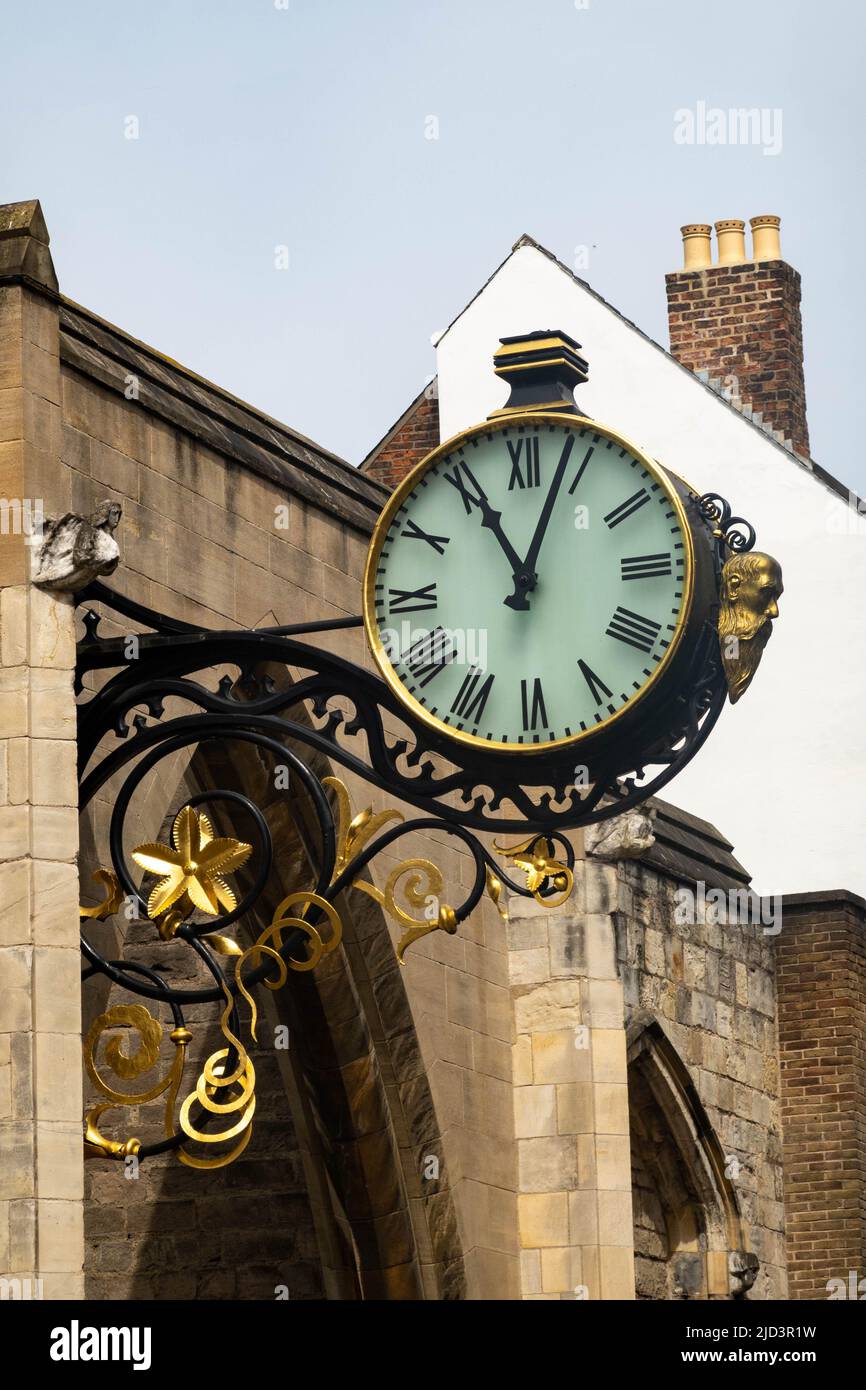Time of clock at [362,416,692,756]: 11:03
